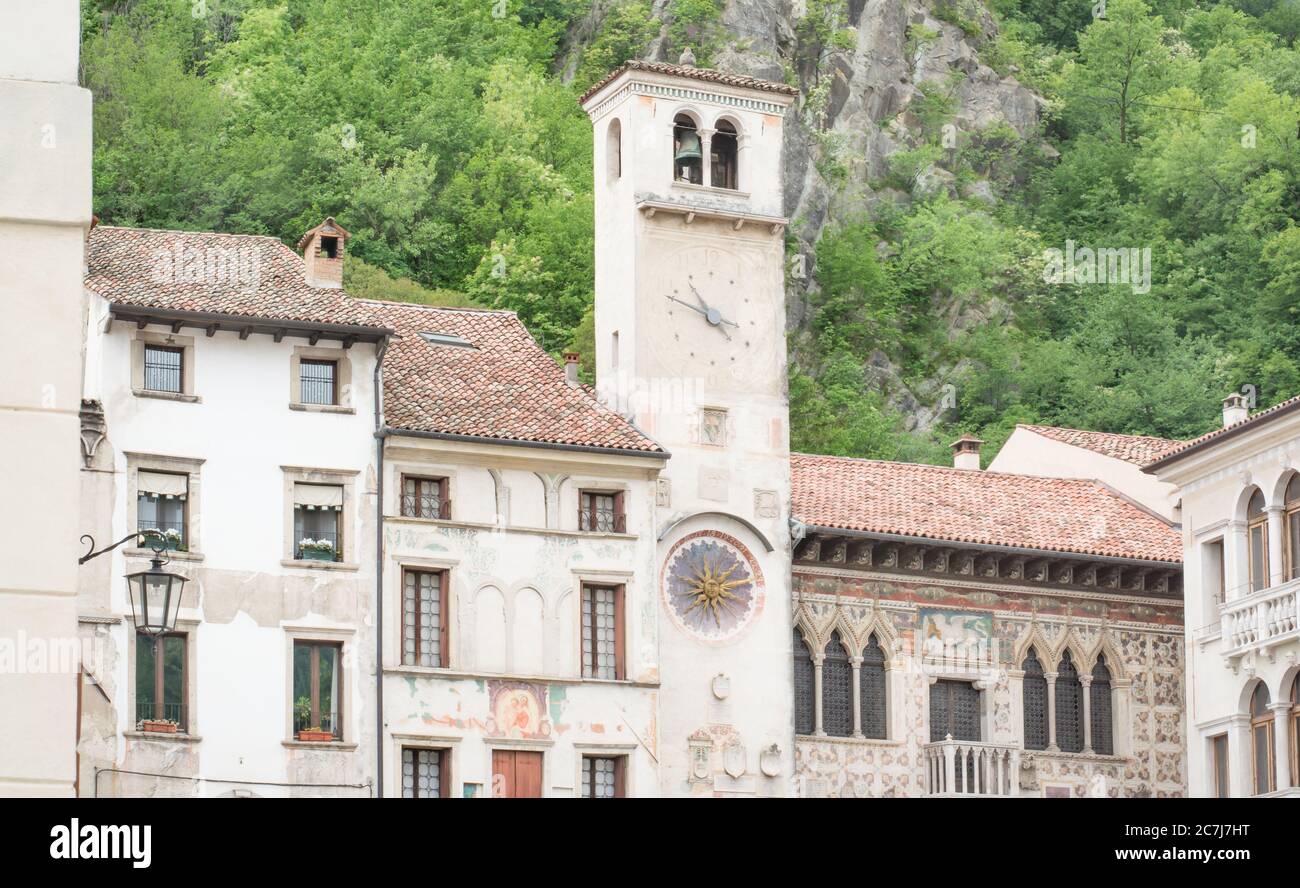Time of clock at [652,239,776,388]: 10:48
